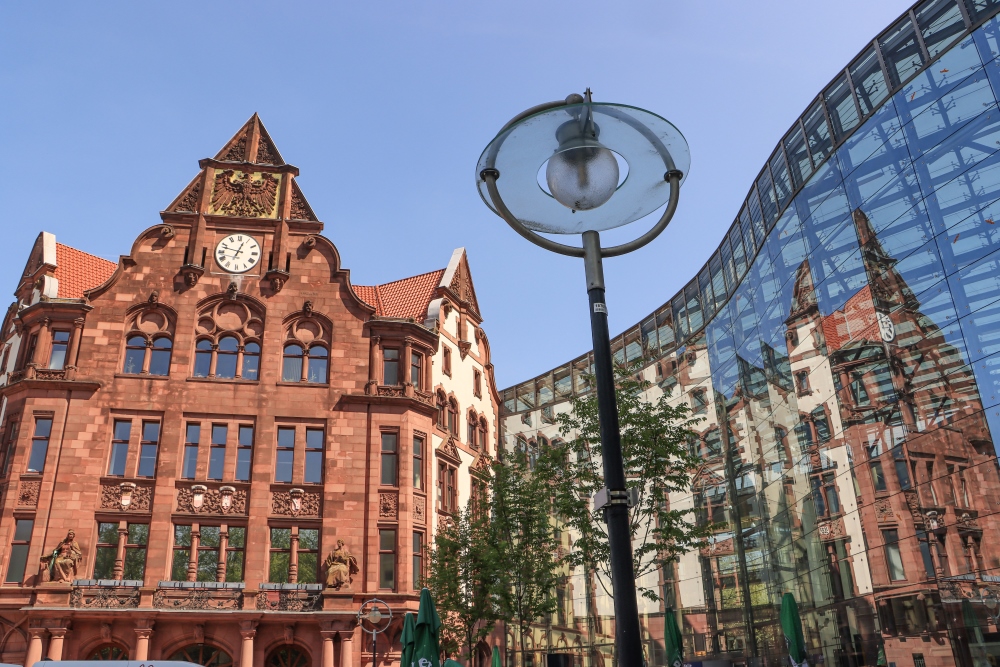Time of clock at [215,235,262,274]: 12:47
